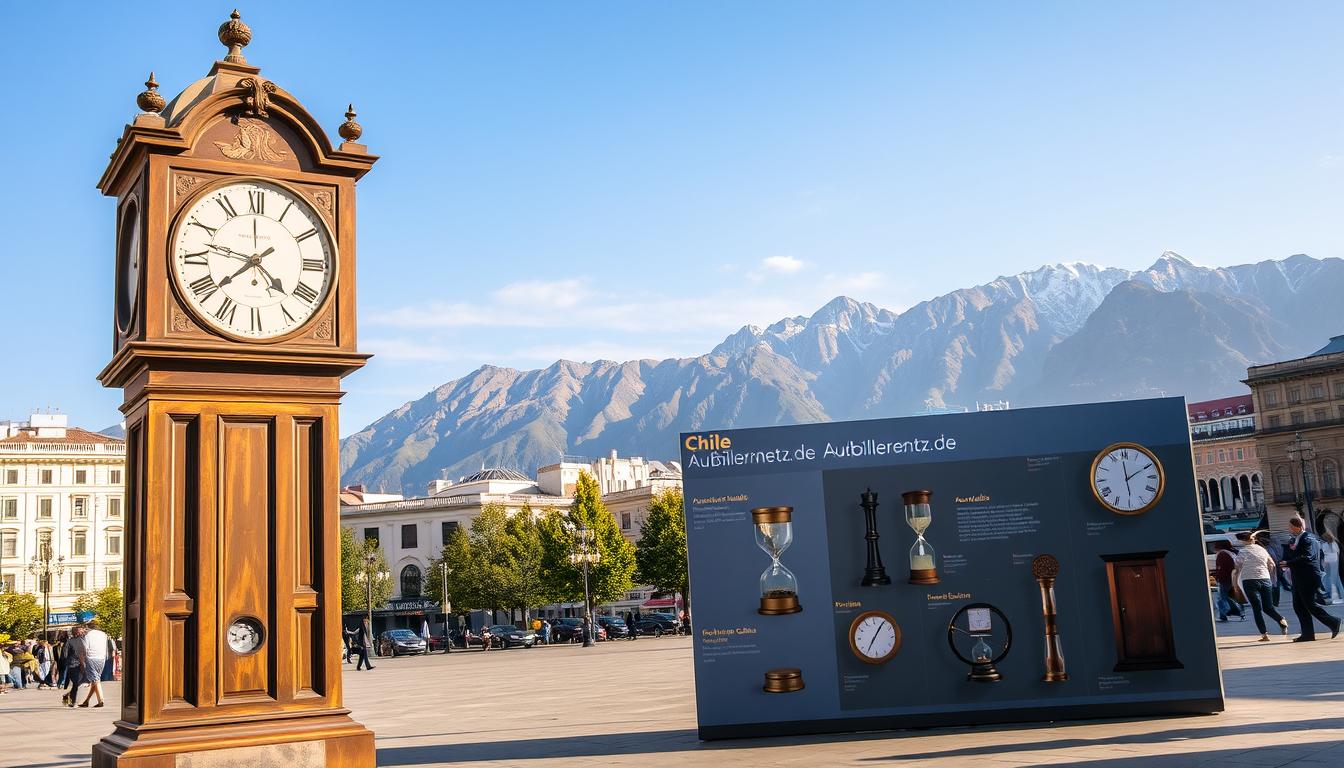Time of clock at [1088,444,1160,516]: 1:59
